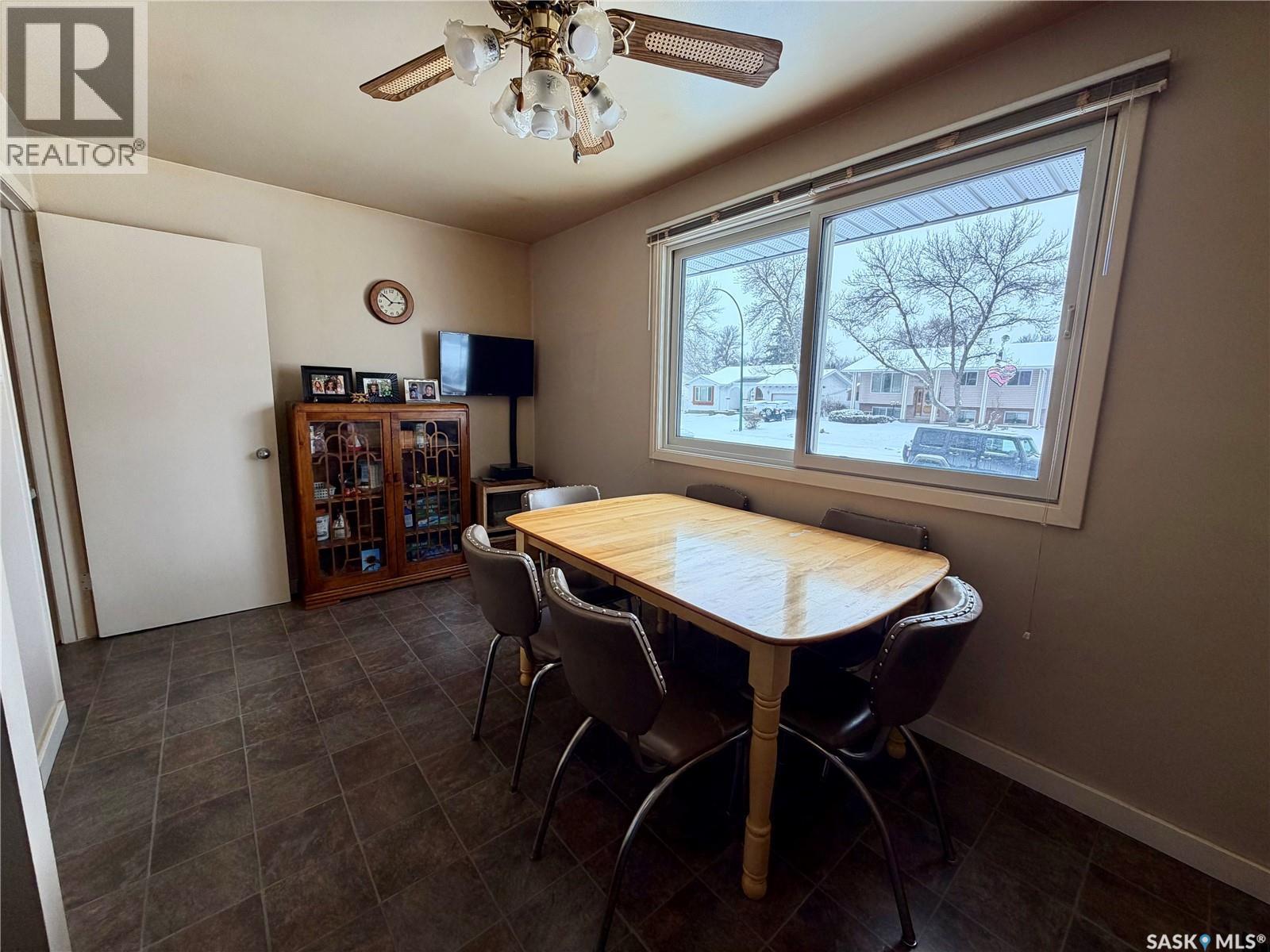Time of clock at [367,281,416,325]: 10:14
